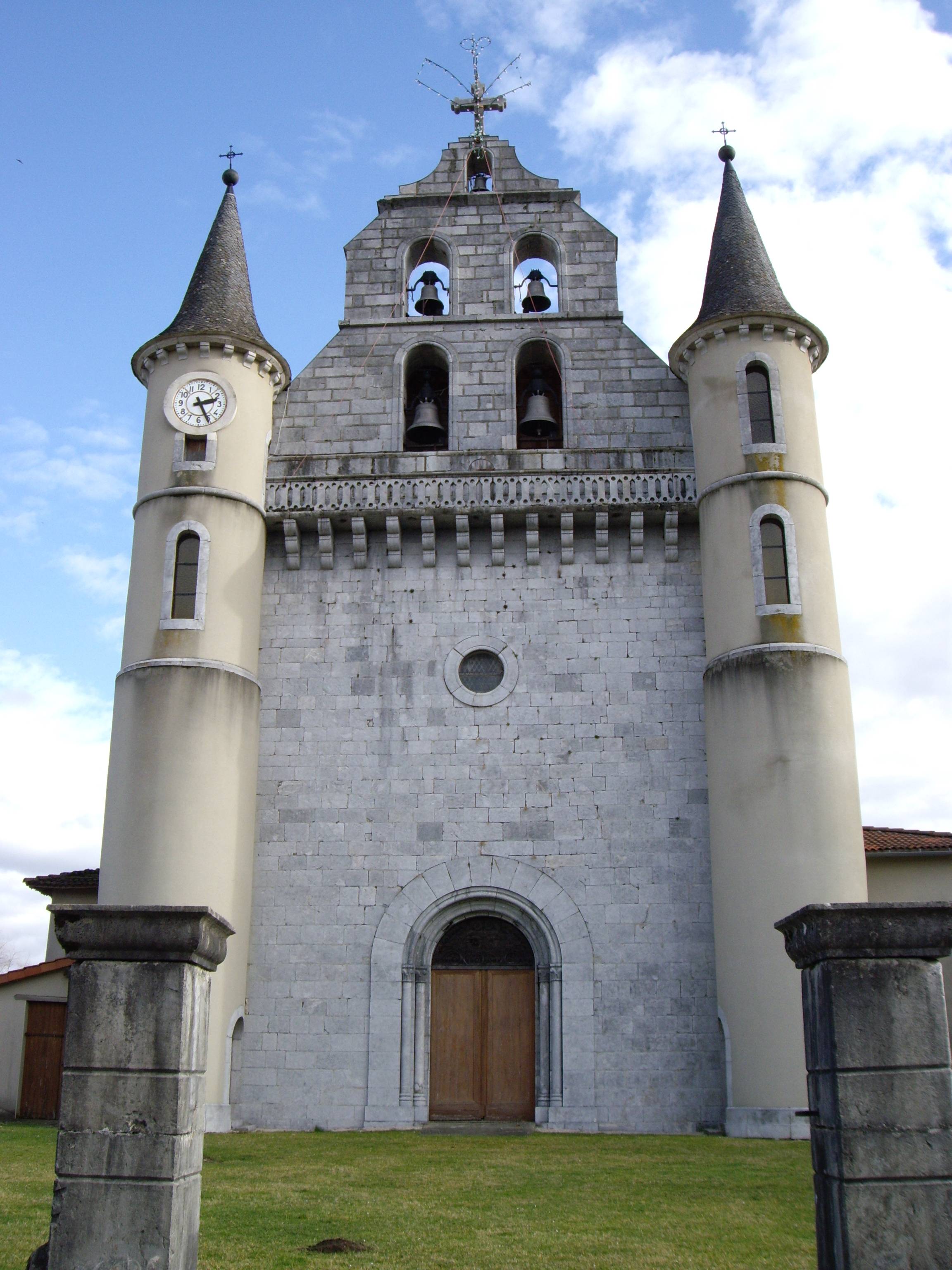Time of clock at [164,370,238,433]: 2:25
